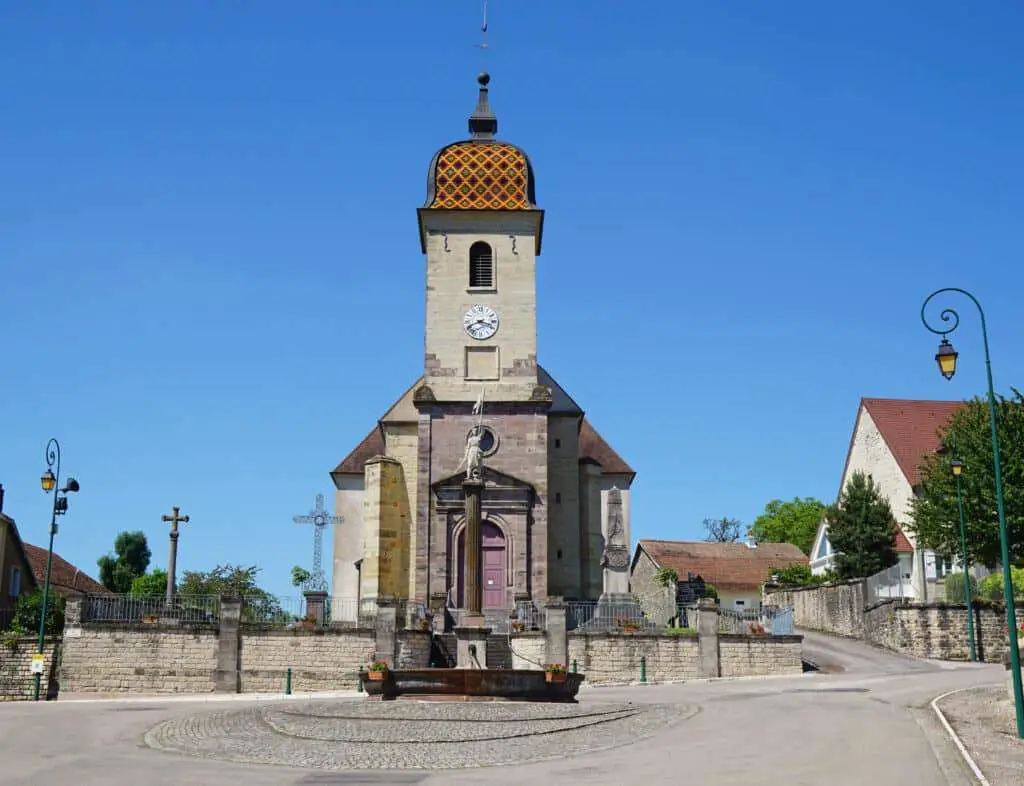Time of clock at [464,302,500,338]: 3:40
